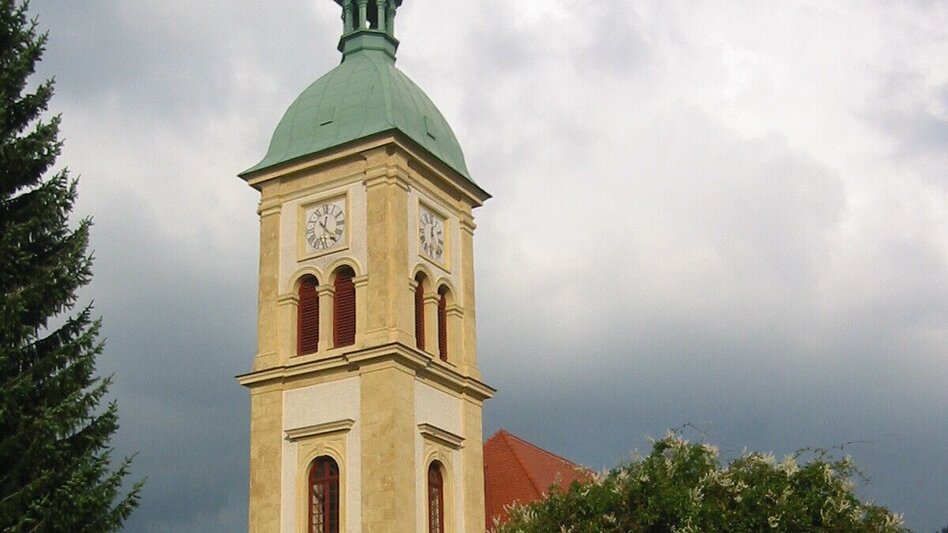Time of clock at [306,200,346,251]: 12:23
